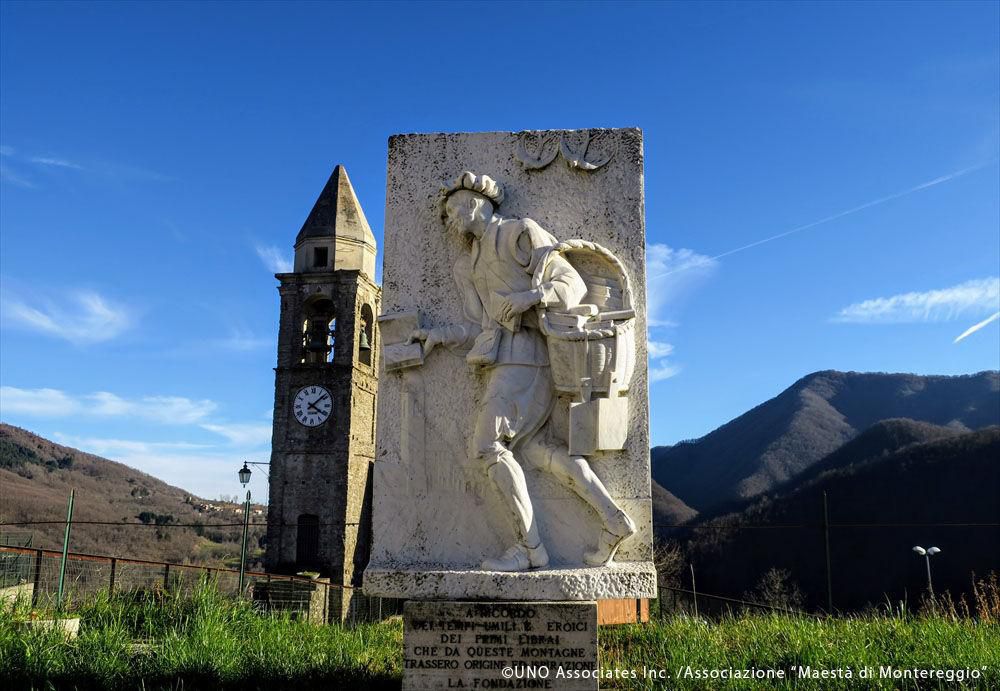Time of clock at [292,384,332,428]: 4:08
